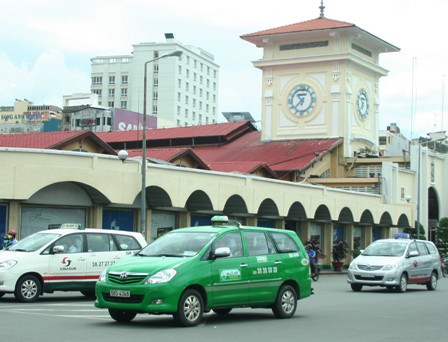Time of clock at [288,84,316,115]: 10:37
